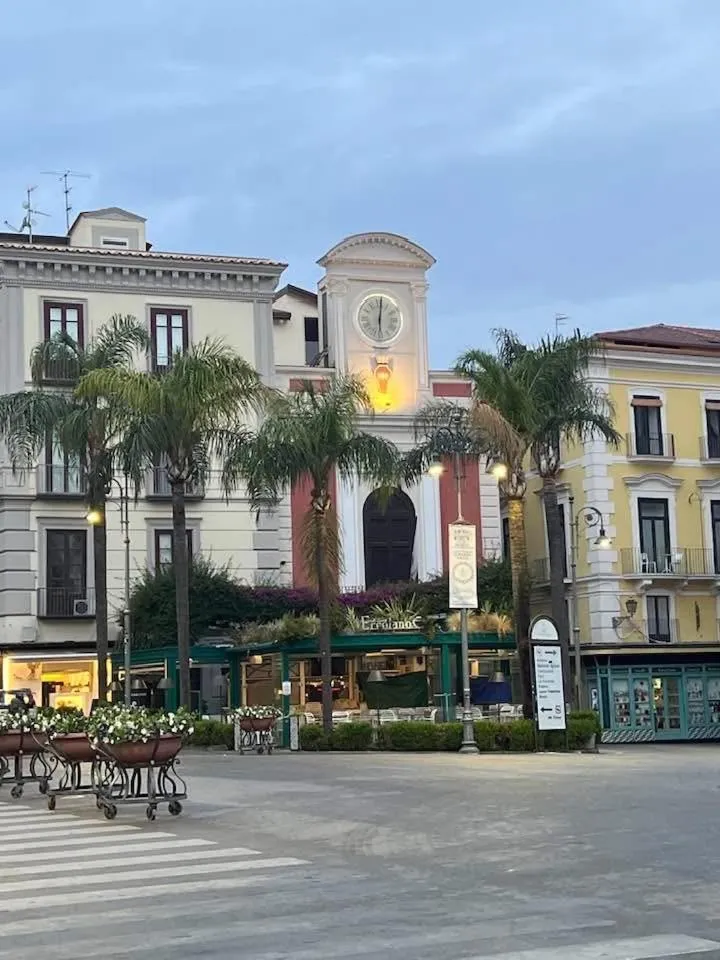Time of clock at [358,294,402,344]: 6:01
